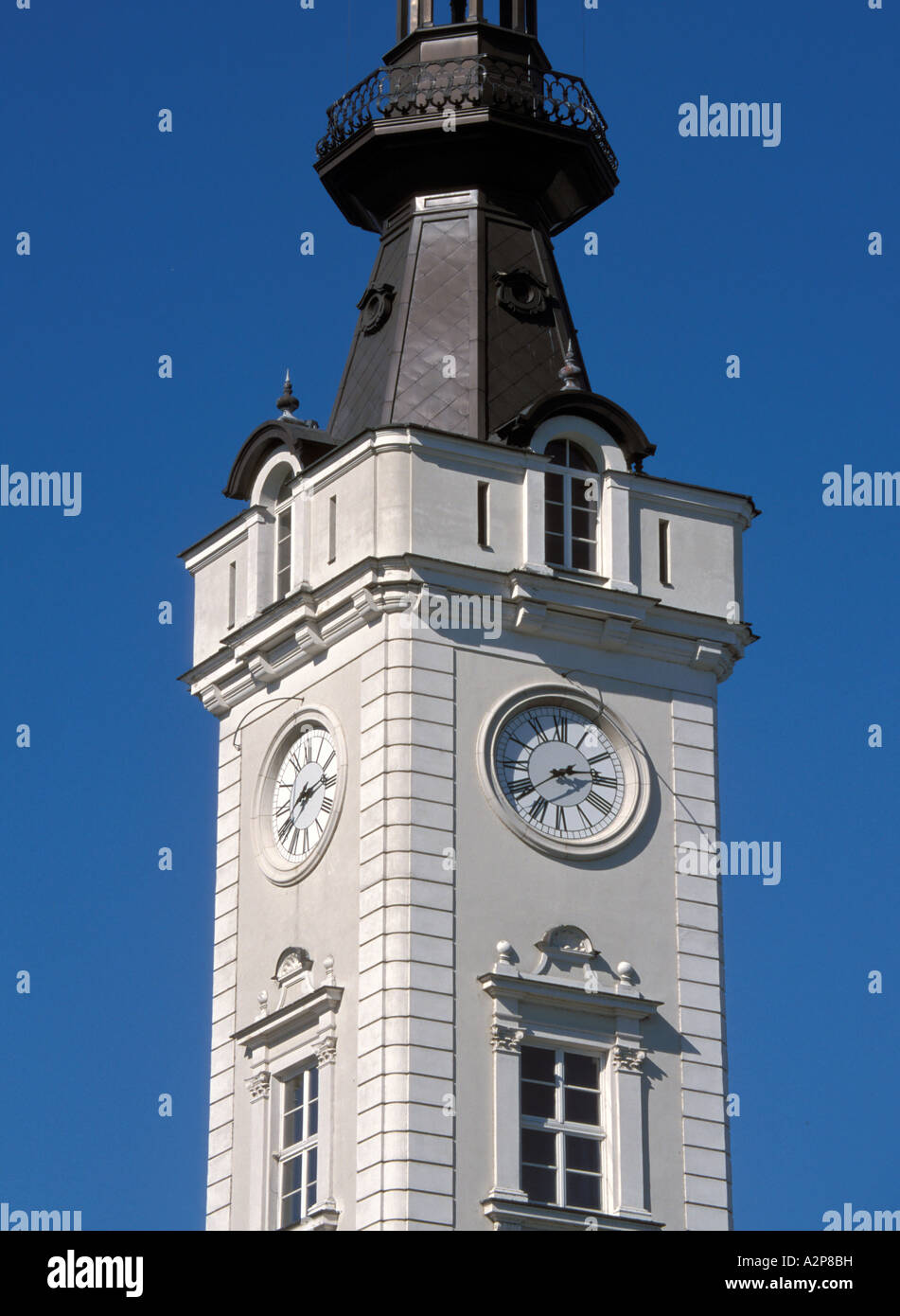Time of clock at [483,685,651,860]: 2:38
